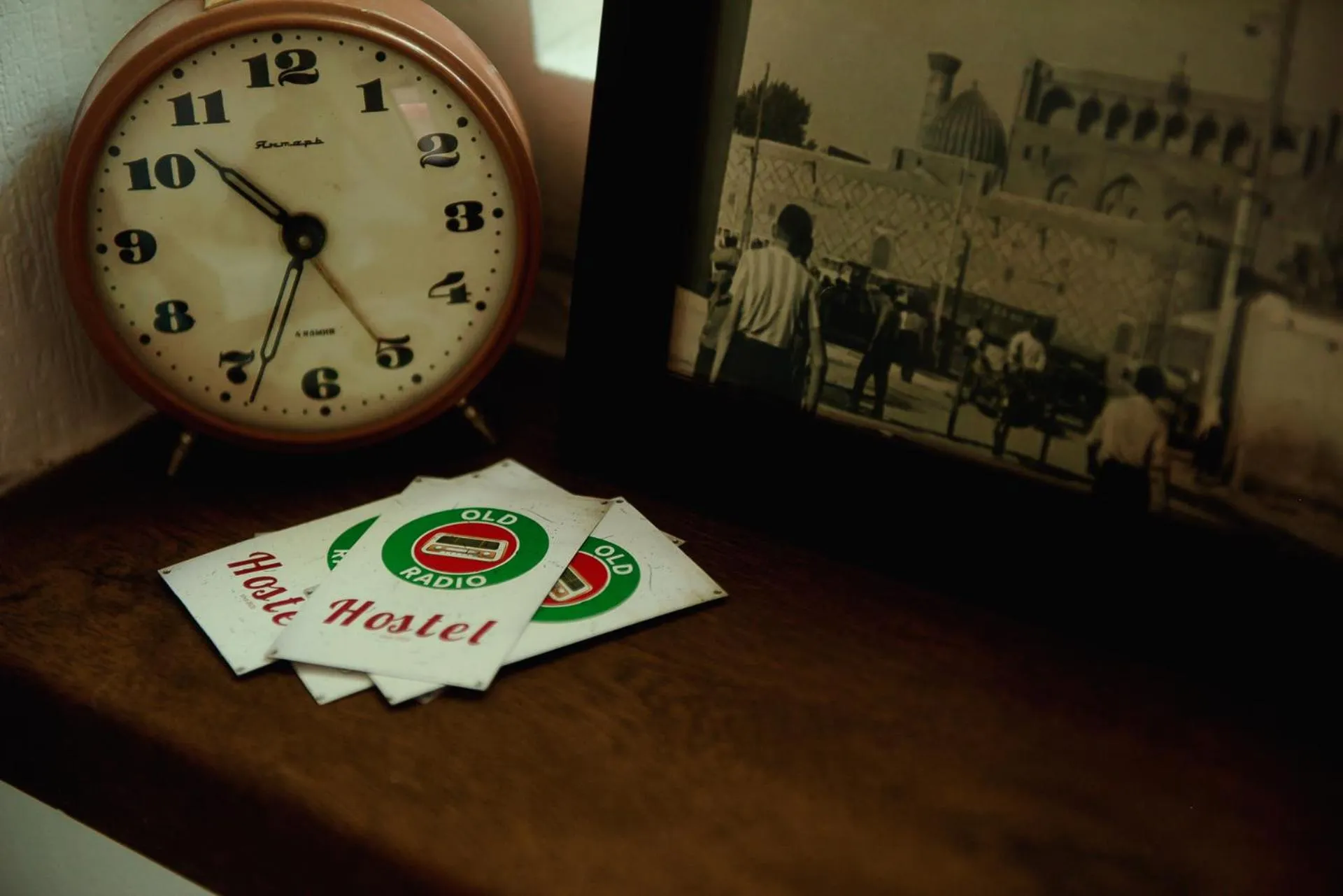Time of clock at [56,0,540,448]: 10:34
